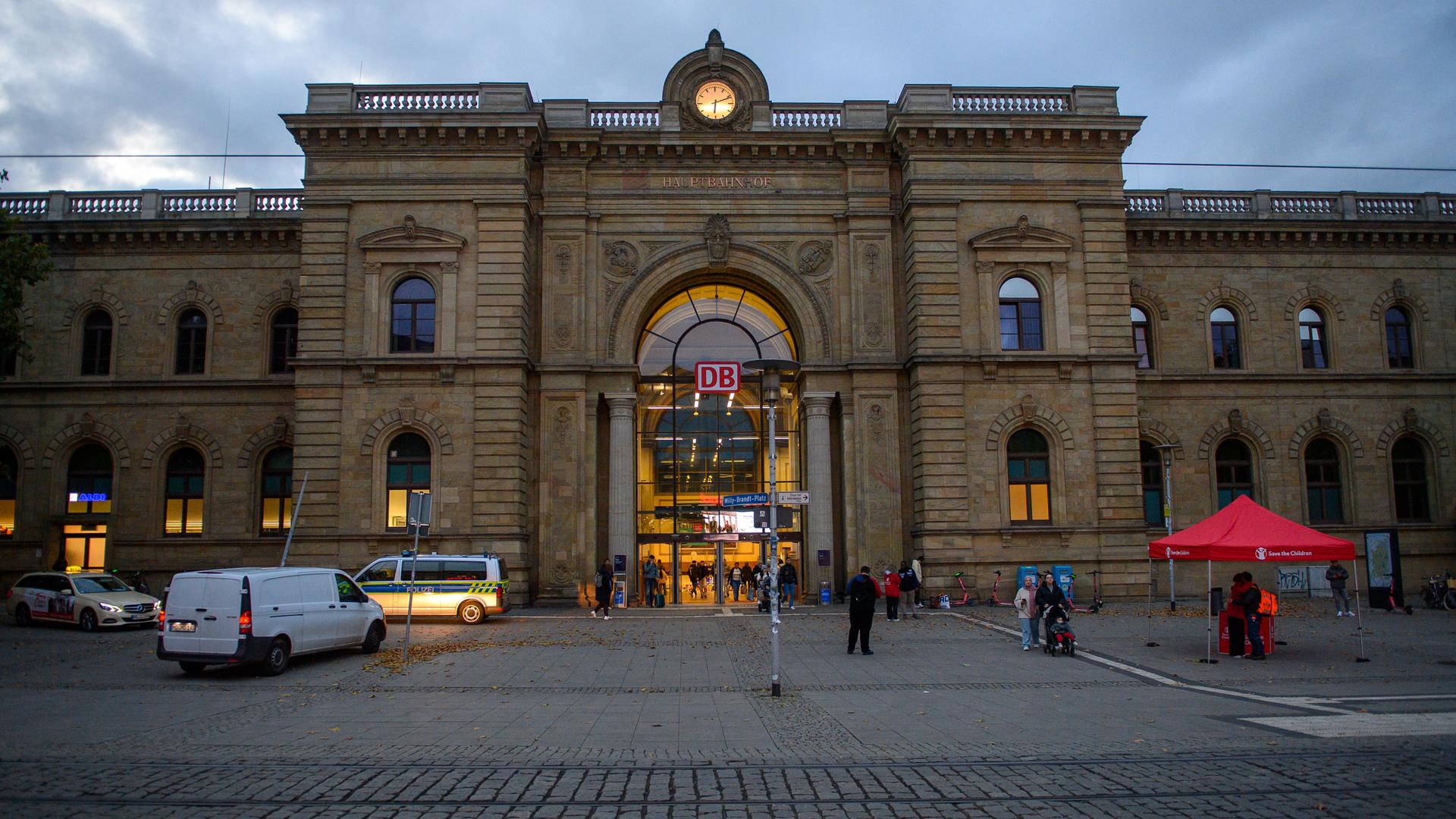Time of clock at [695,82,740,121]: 6:11
